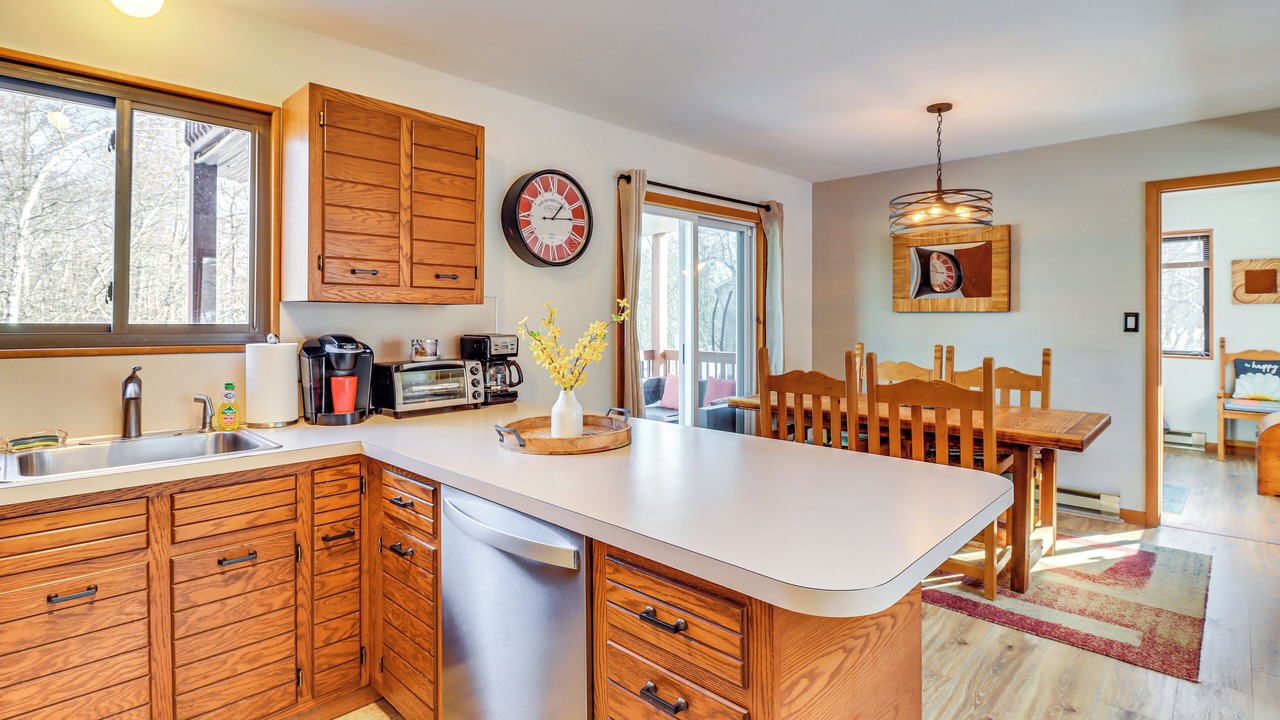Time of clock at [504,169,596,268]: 1:14
